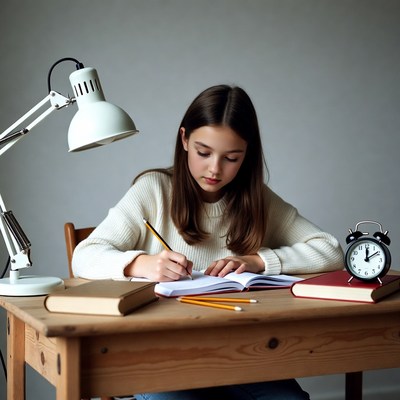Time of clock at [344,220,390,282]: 12:09
